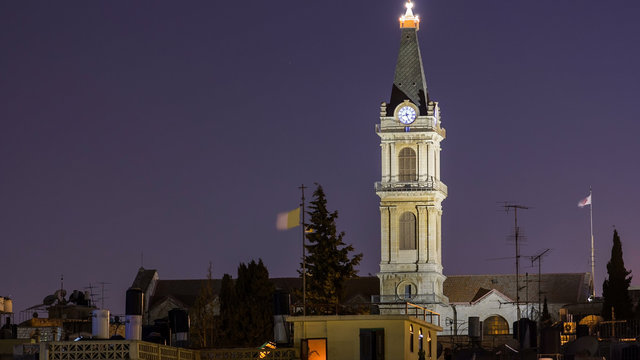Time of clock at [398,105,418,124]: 8:26
